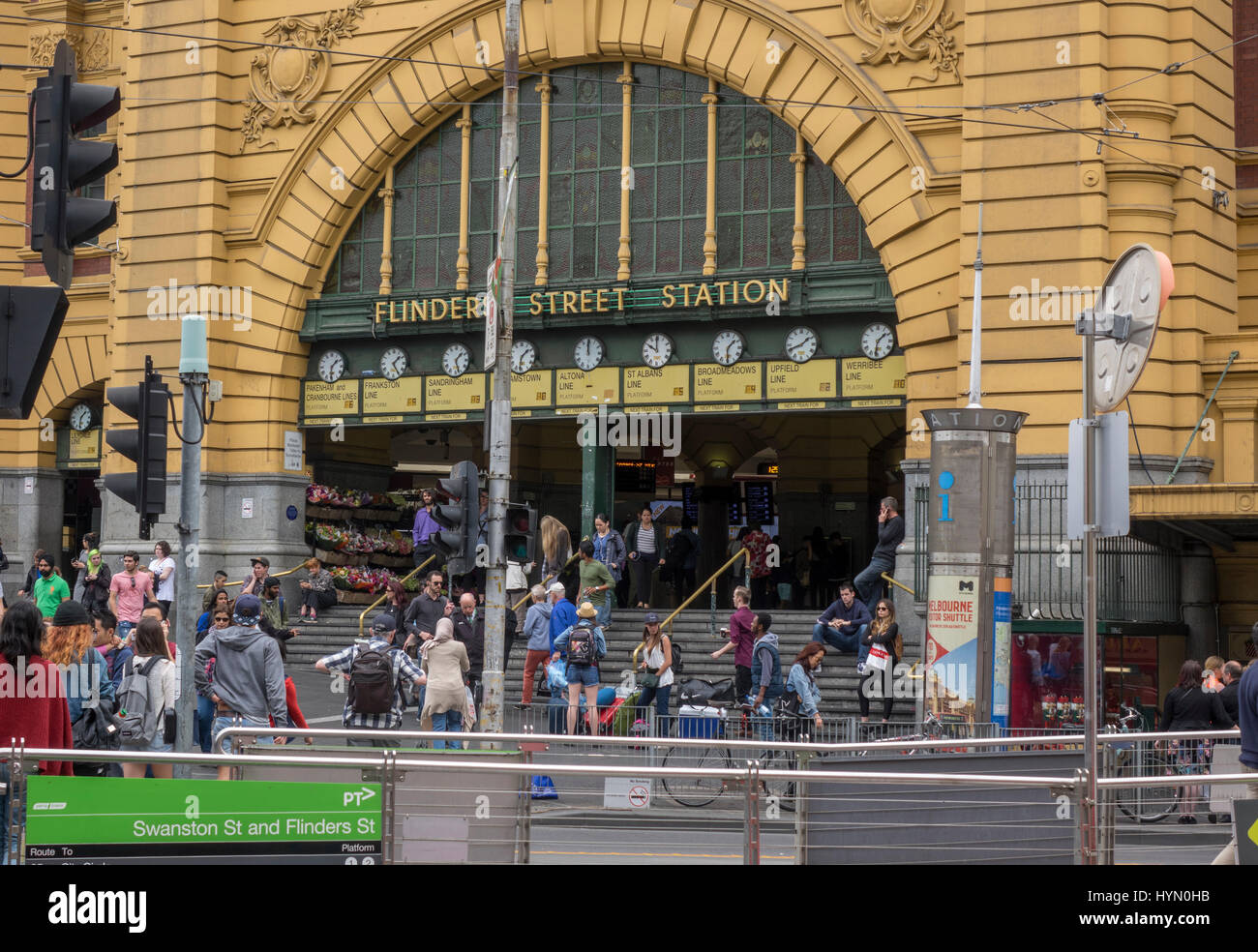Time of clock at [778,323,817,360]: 1:41
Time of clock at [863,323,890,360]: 1:32
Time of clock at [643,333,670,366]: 9:59
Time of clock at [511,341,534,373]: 1:32
